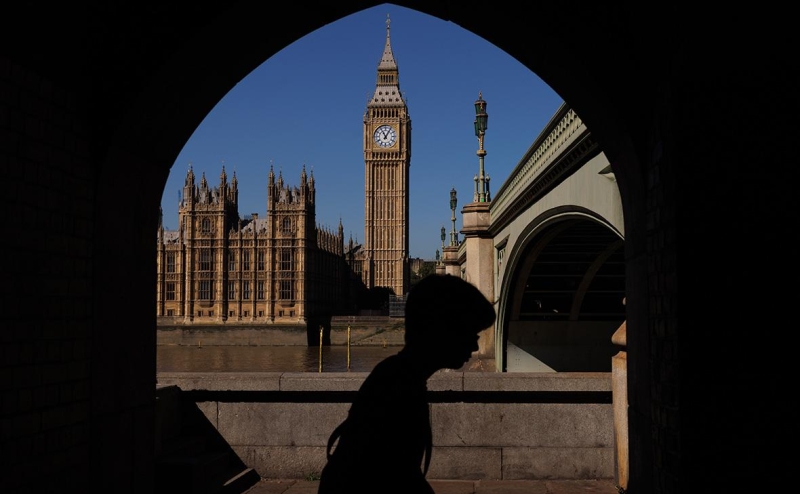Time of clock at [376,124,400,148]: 11:05
